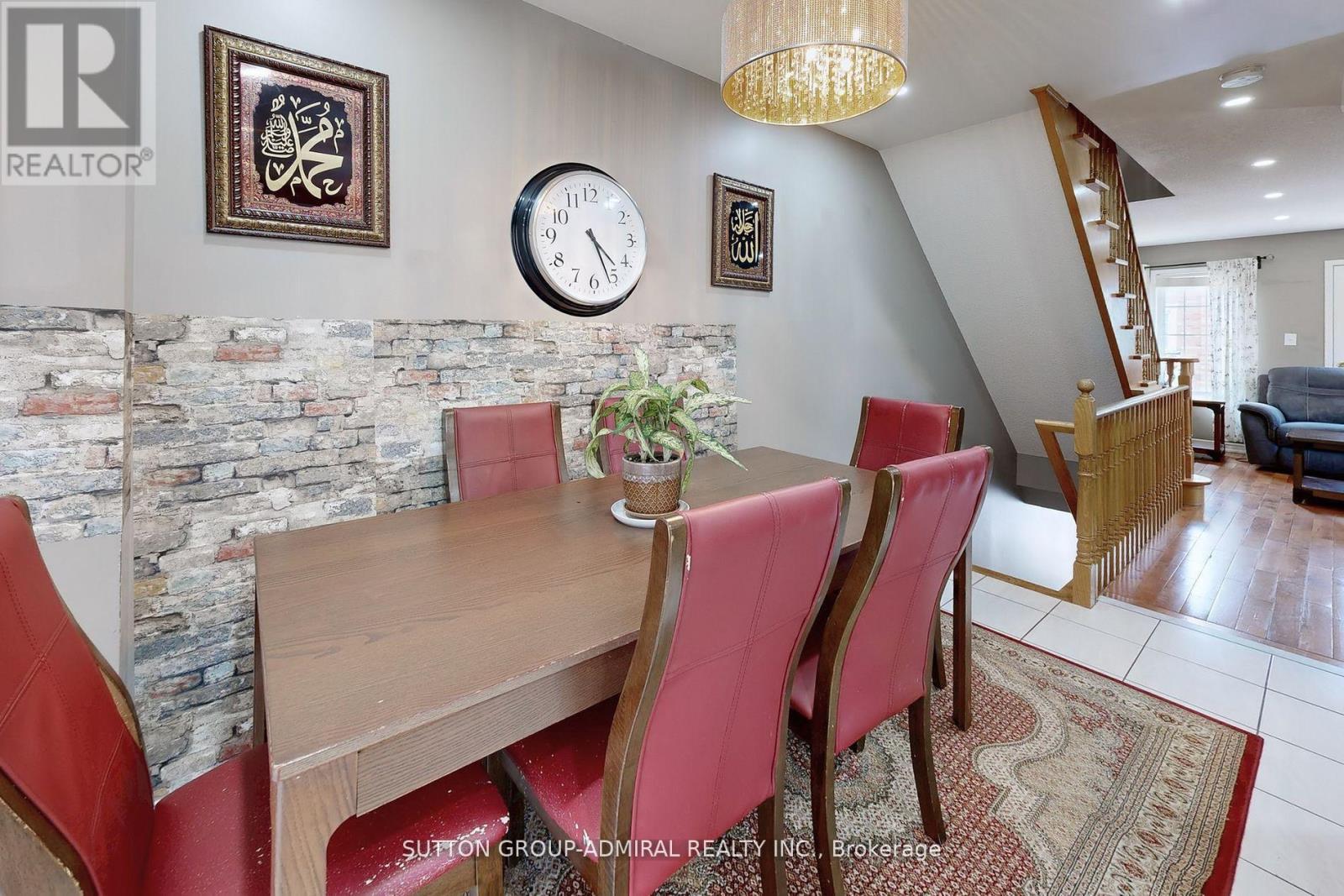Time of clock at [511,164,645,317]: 4:26
